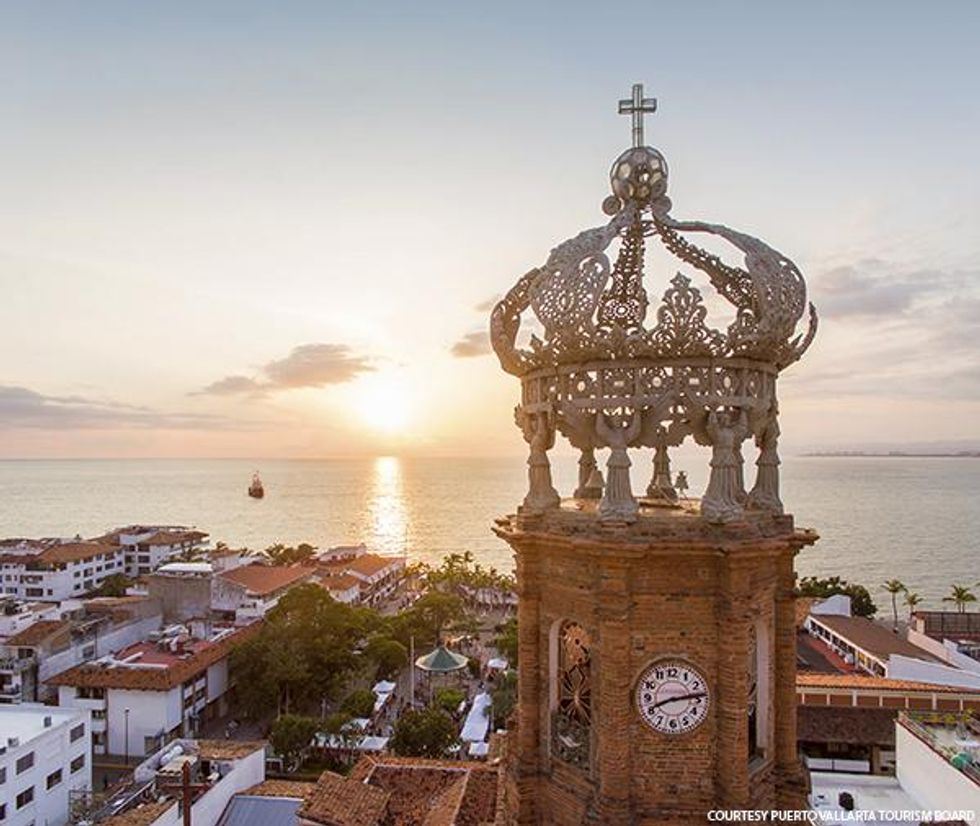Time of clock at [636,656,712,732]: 8:13
